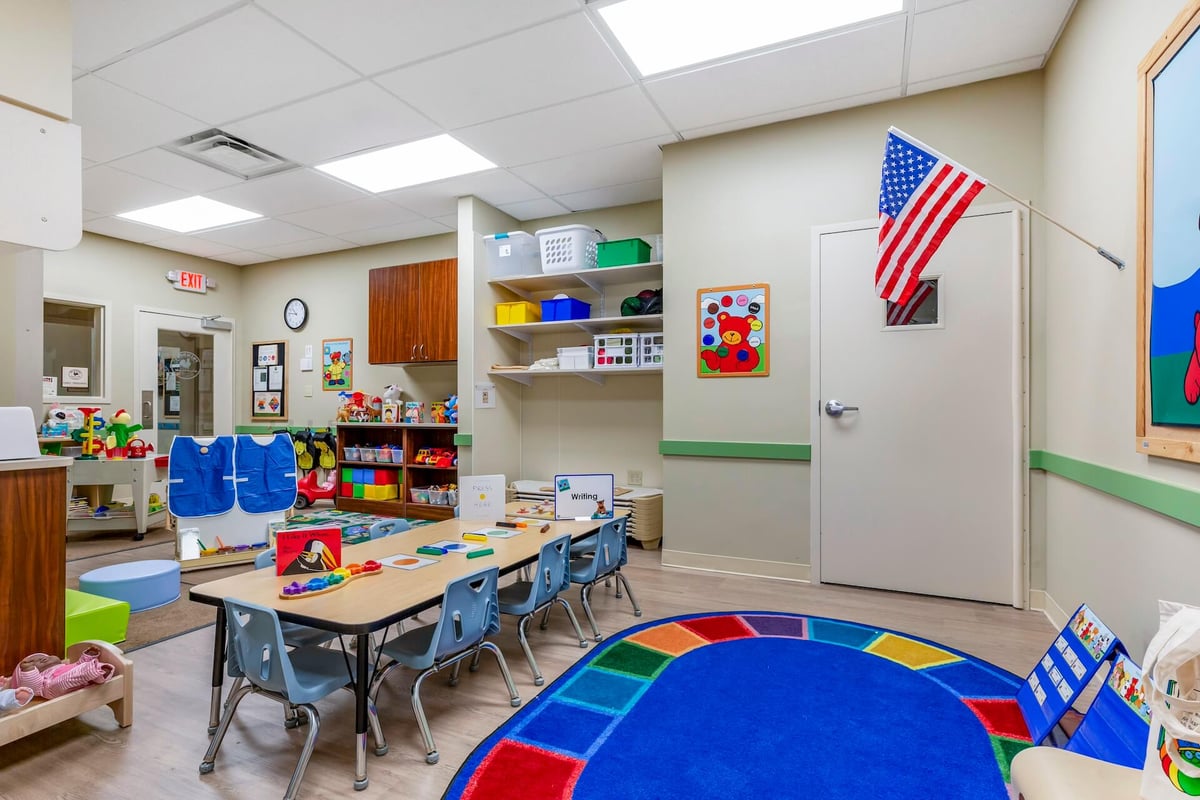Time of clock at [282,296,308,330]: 10:46
